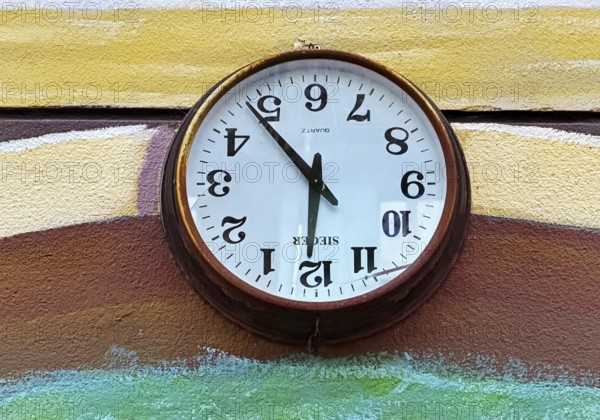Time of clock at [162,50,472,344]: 5:53
